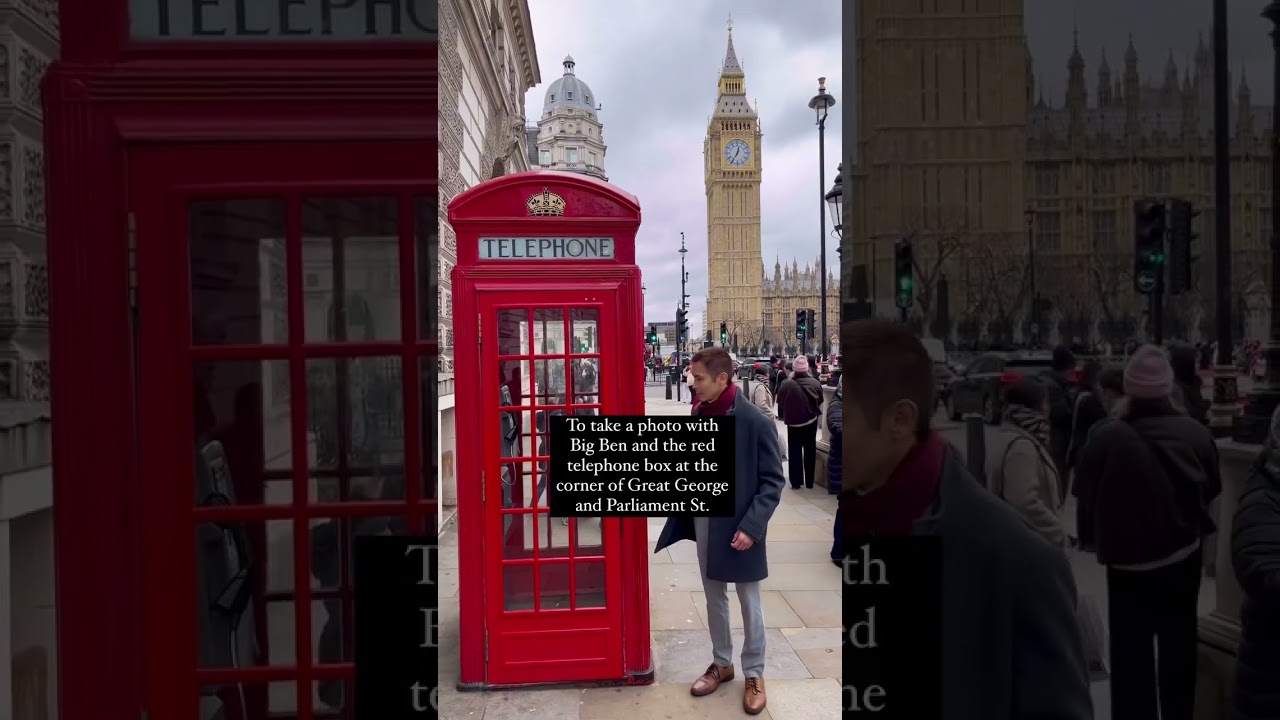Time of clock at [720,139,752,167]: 12:35
